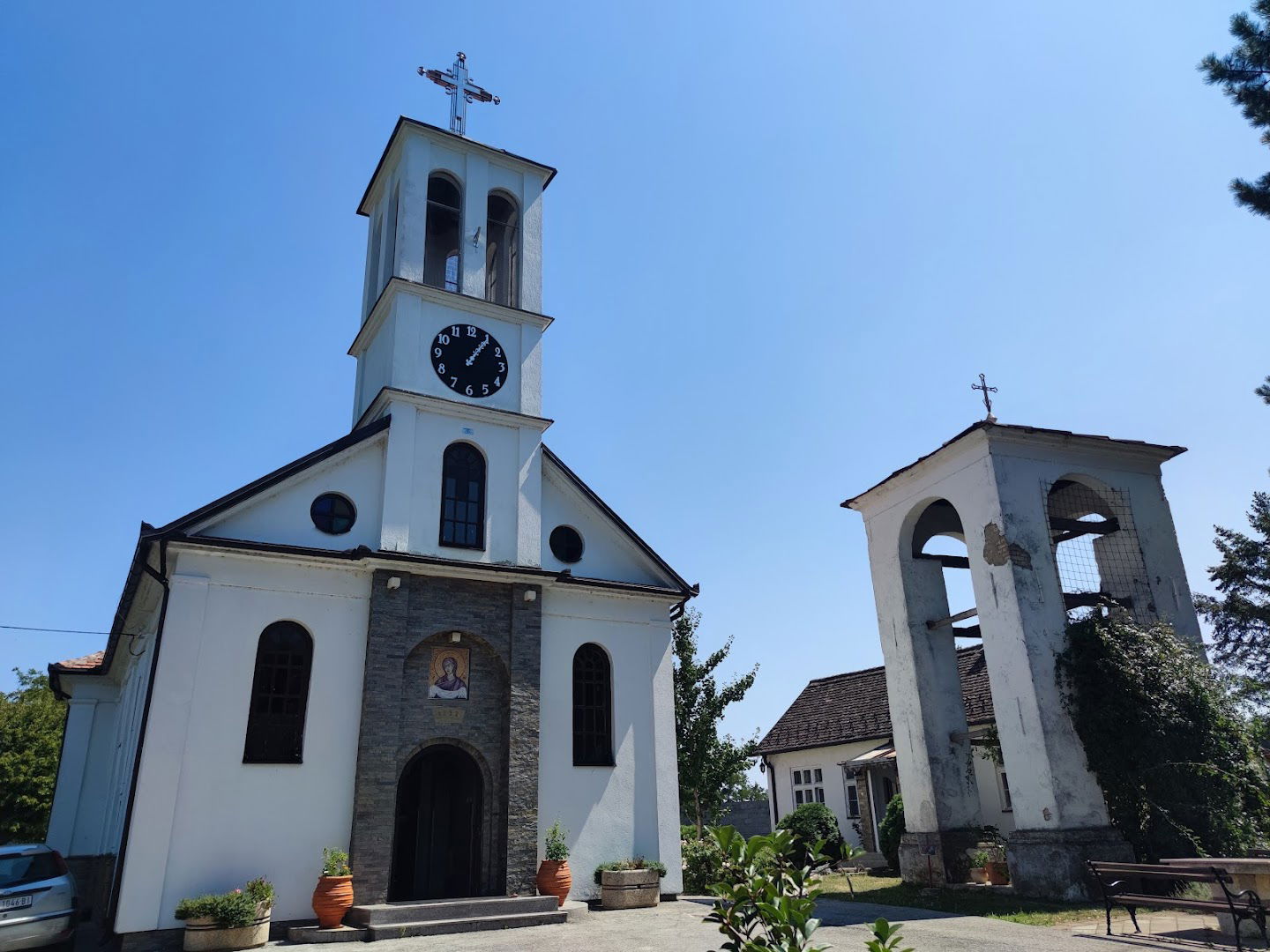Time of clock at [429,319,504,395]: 1:05
